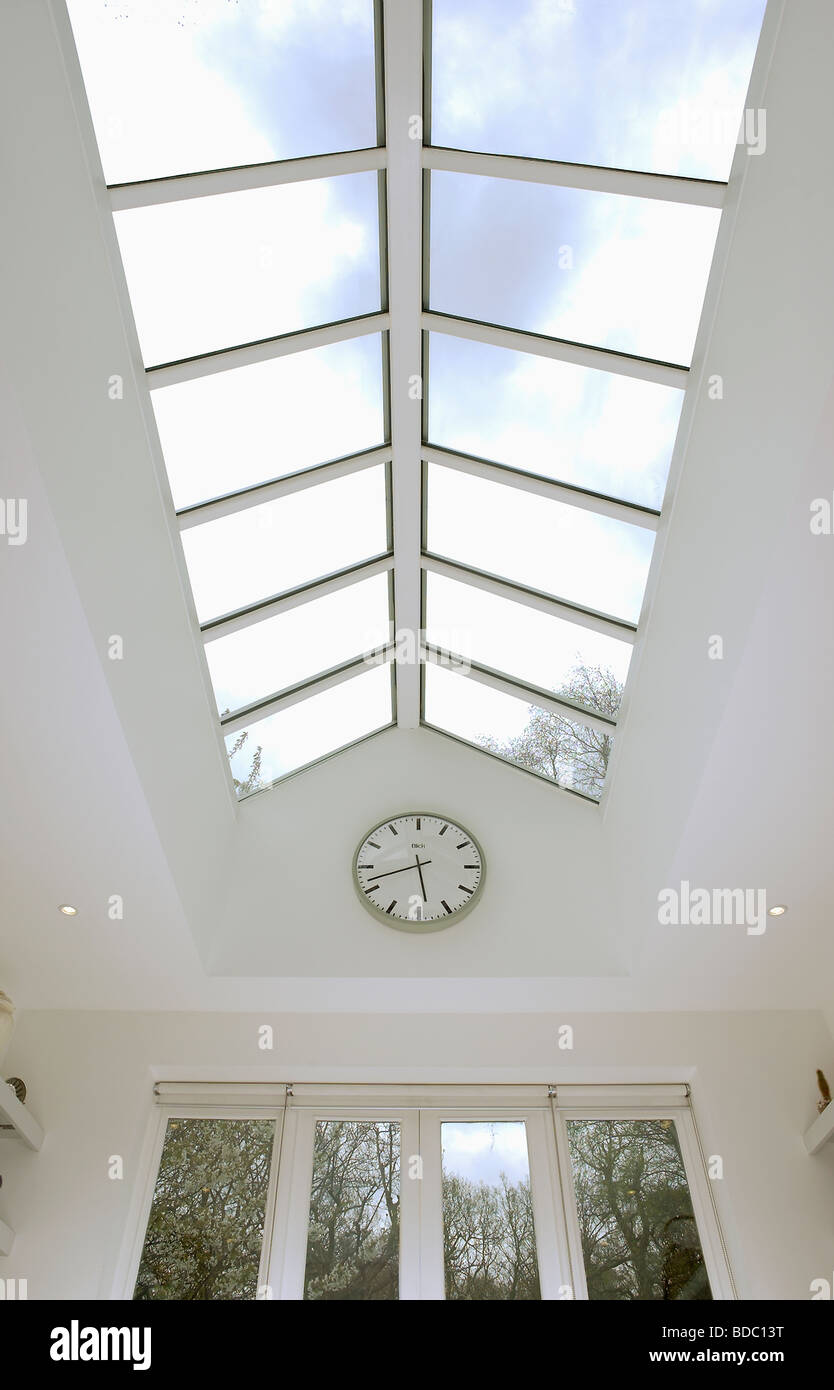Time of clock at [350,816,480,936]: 5:42
